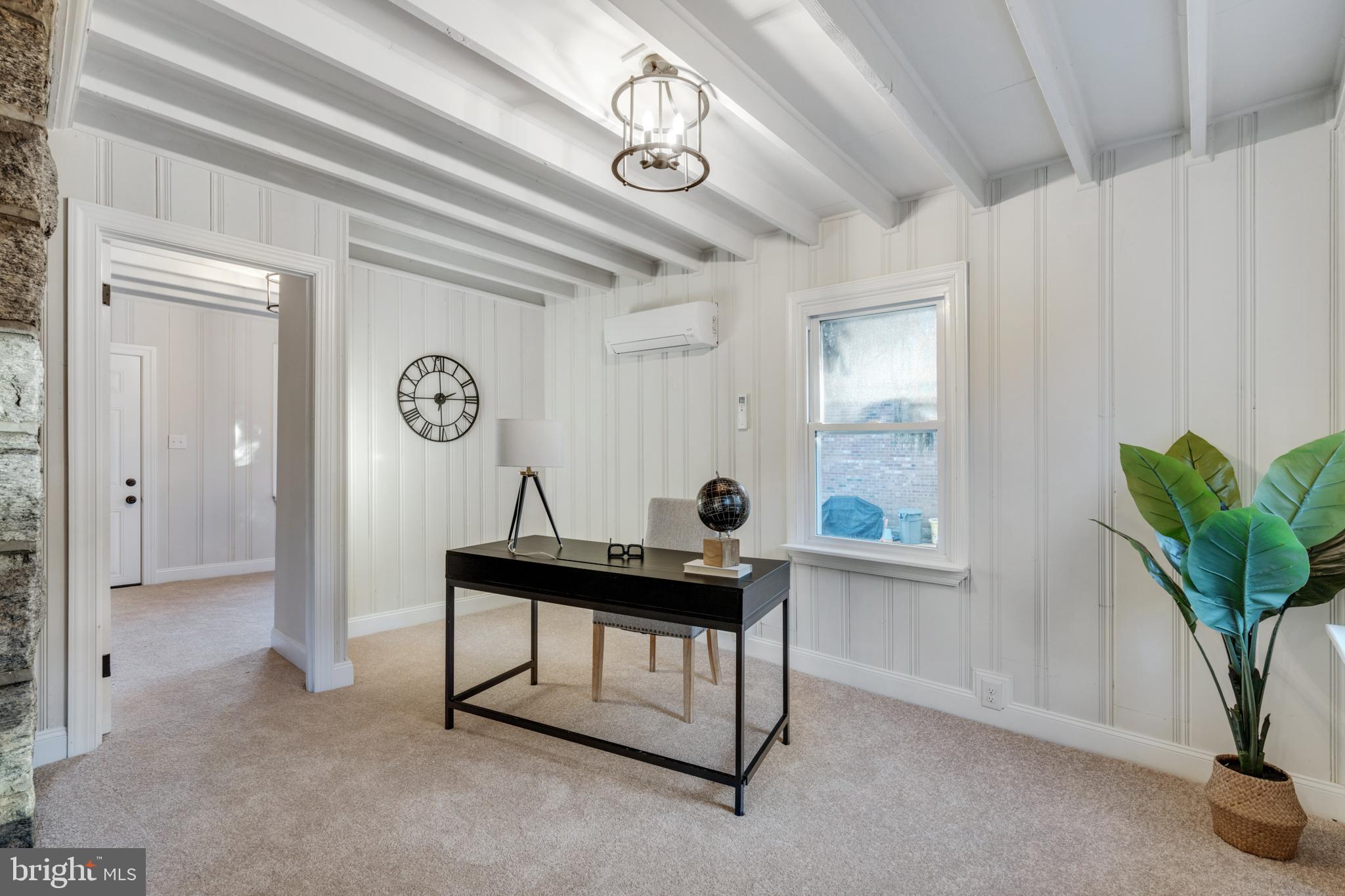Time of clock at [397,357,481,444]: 2:00
